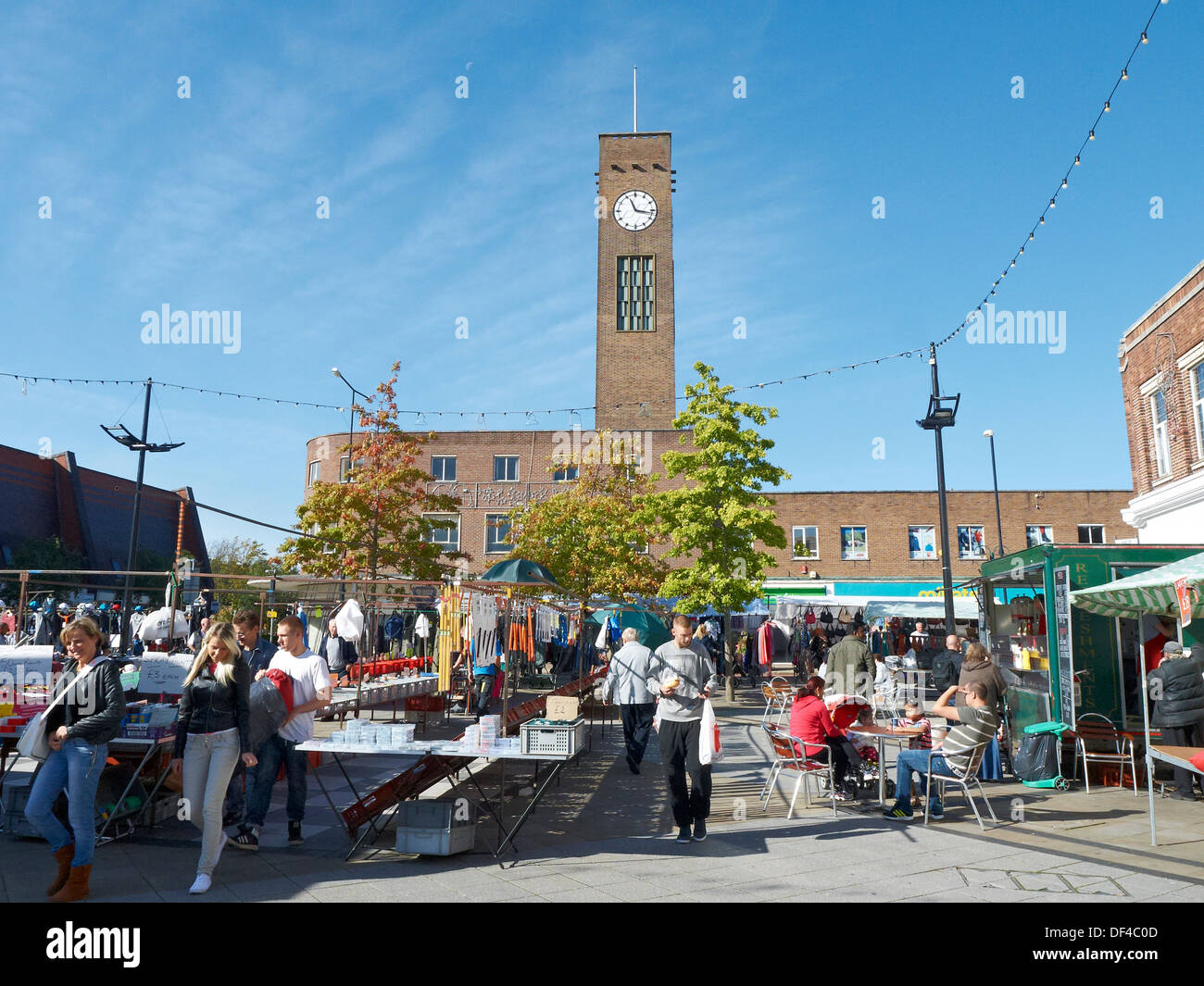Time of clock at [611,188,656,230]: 11:16
